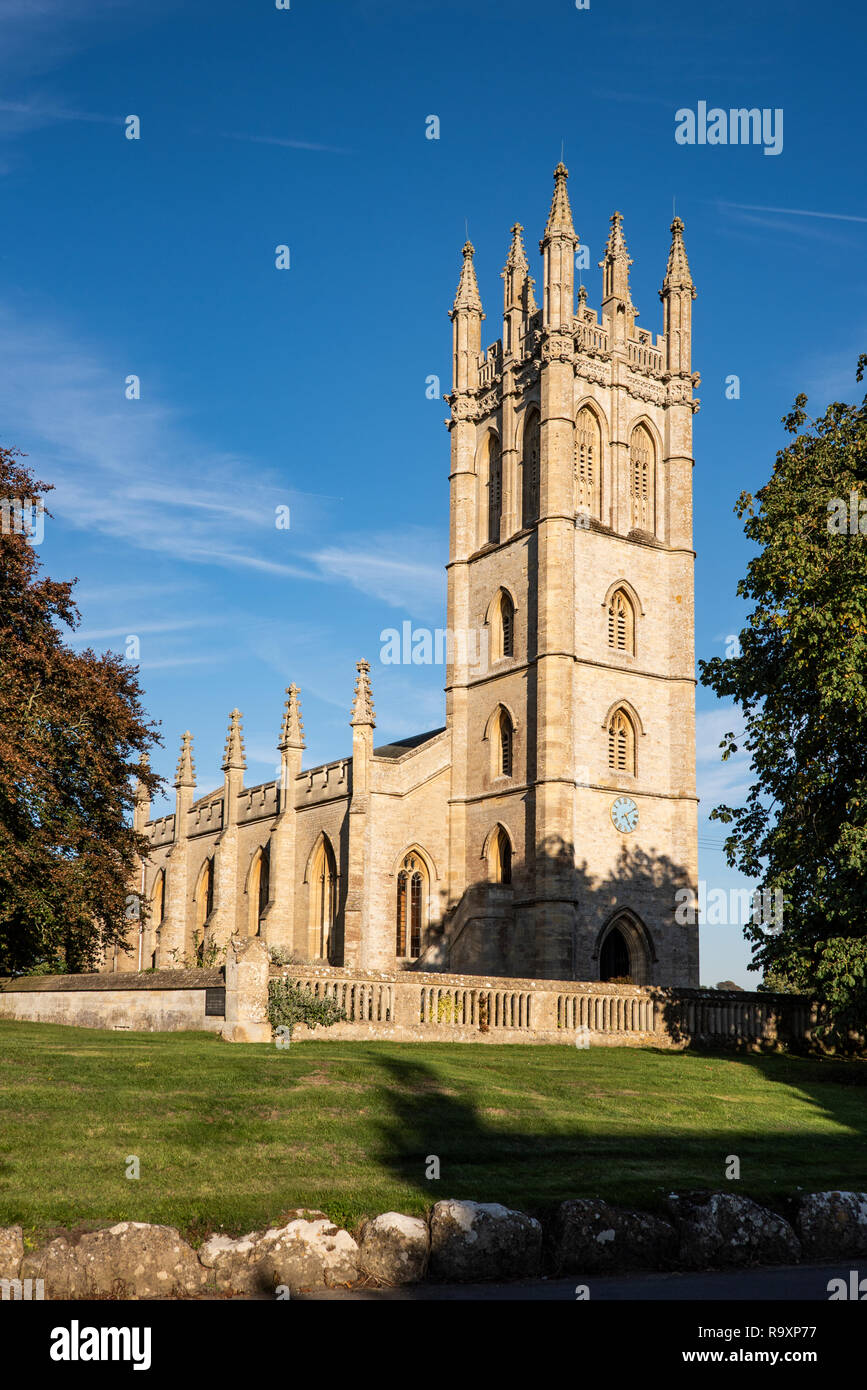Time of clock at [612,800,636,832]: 5:09
